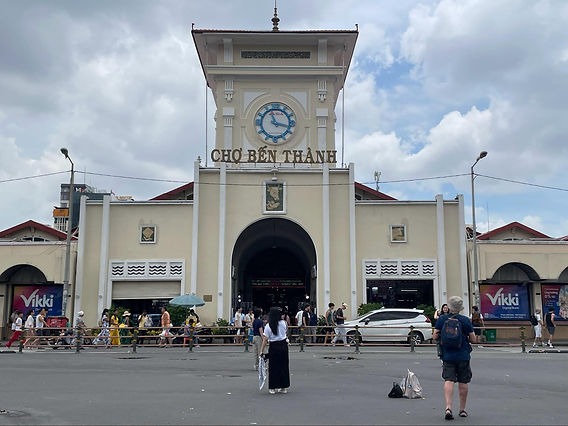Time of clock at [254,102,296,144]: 11:17
